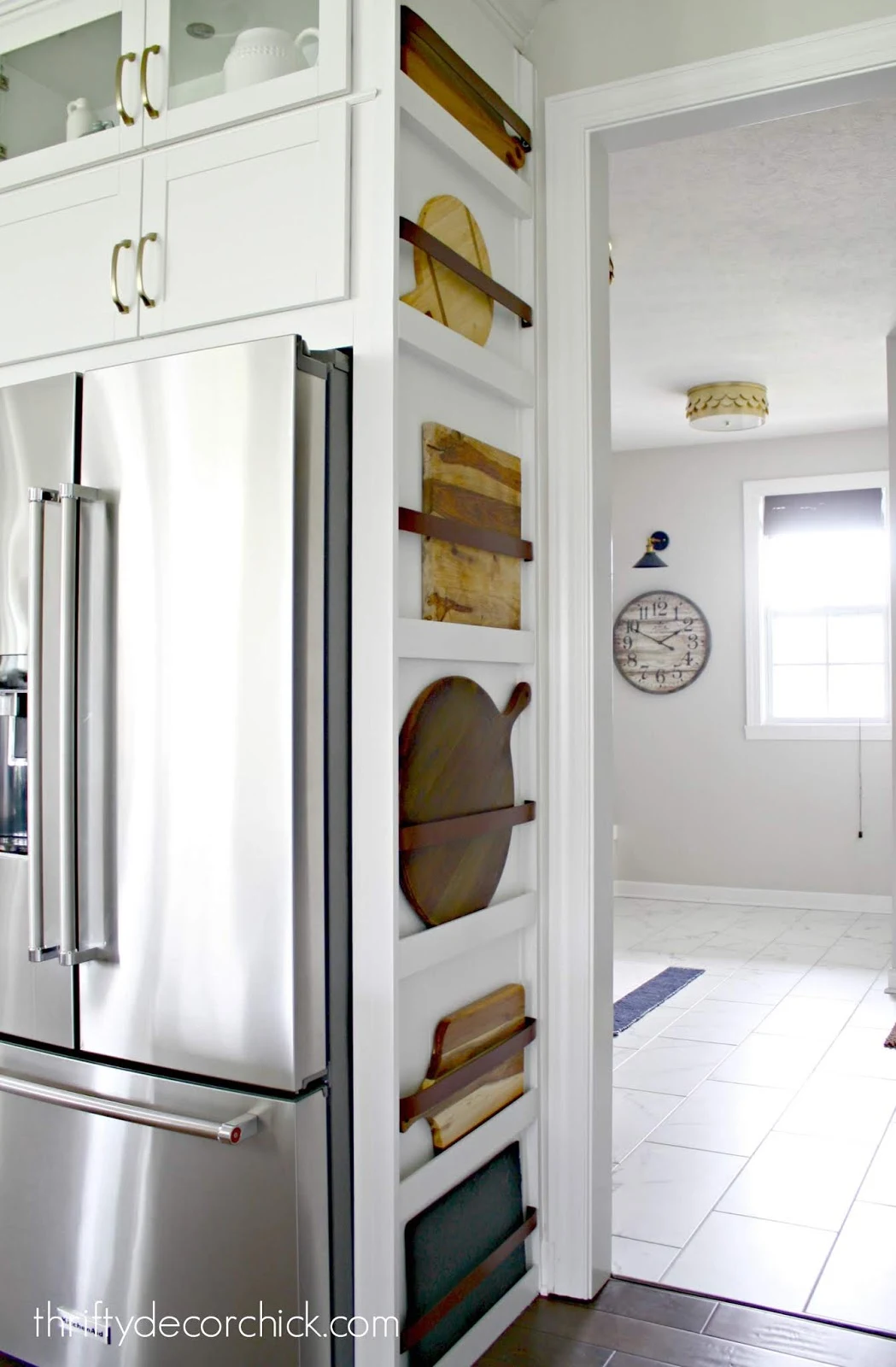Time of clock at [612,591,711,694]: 1:49
